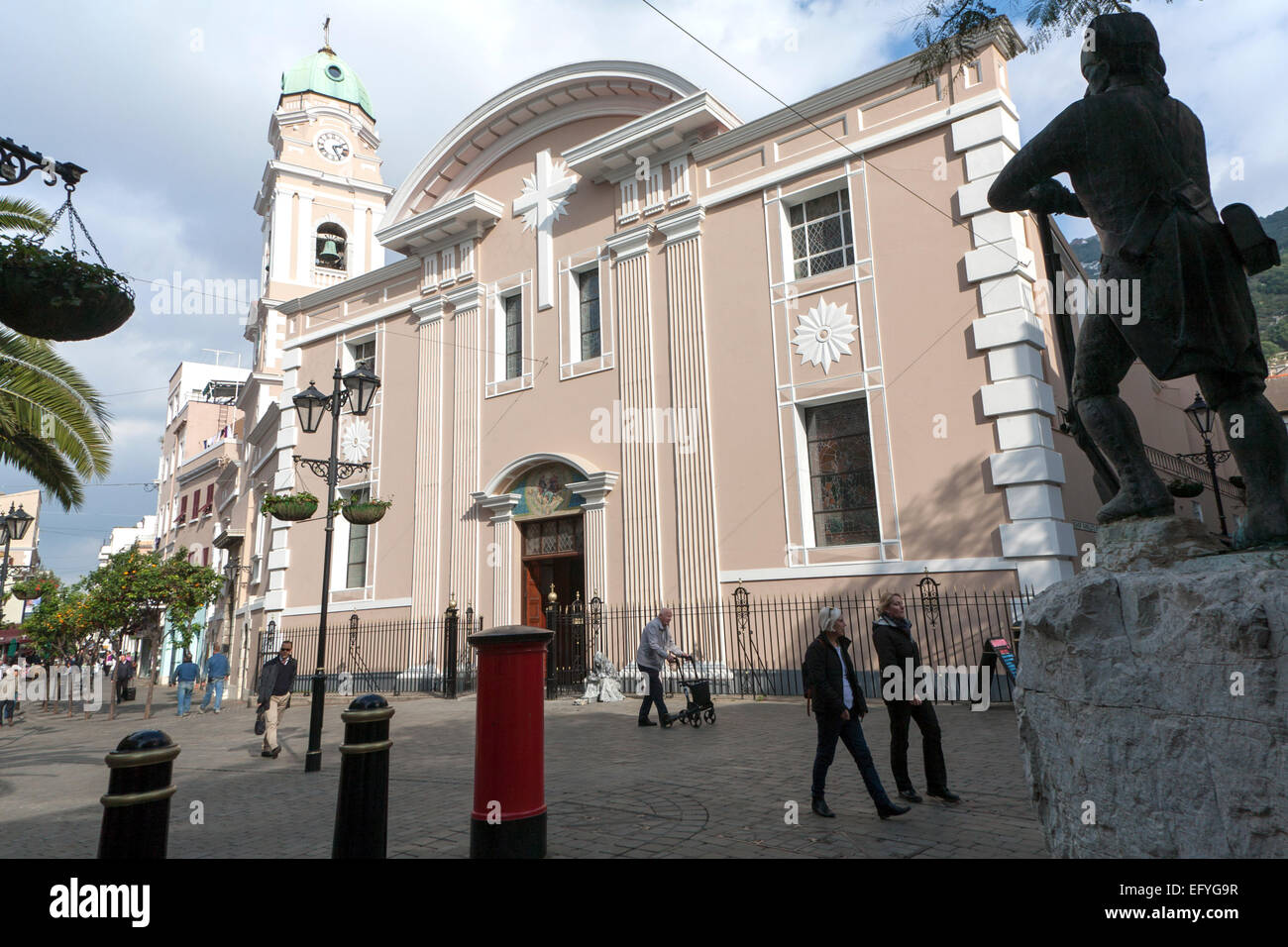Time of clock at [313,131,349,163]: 2:25
